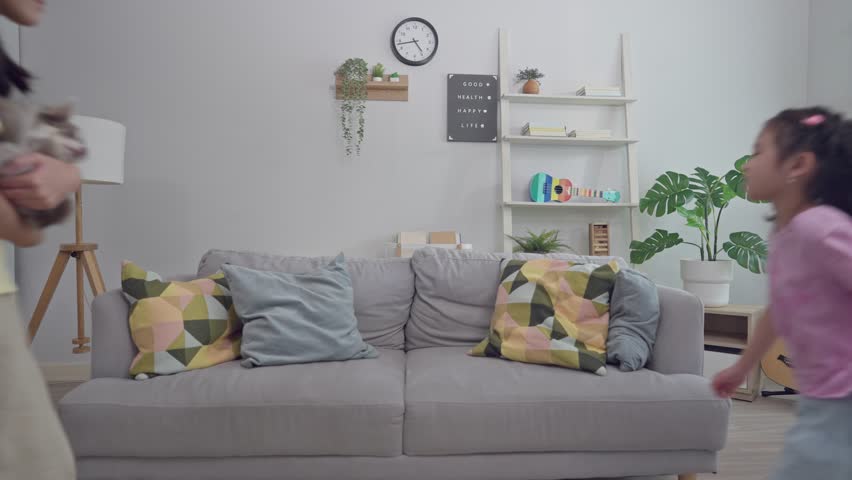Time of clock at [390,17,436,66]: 4:43
